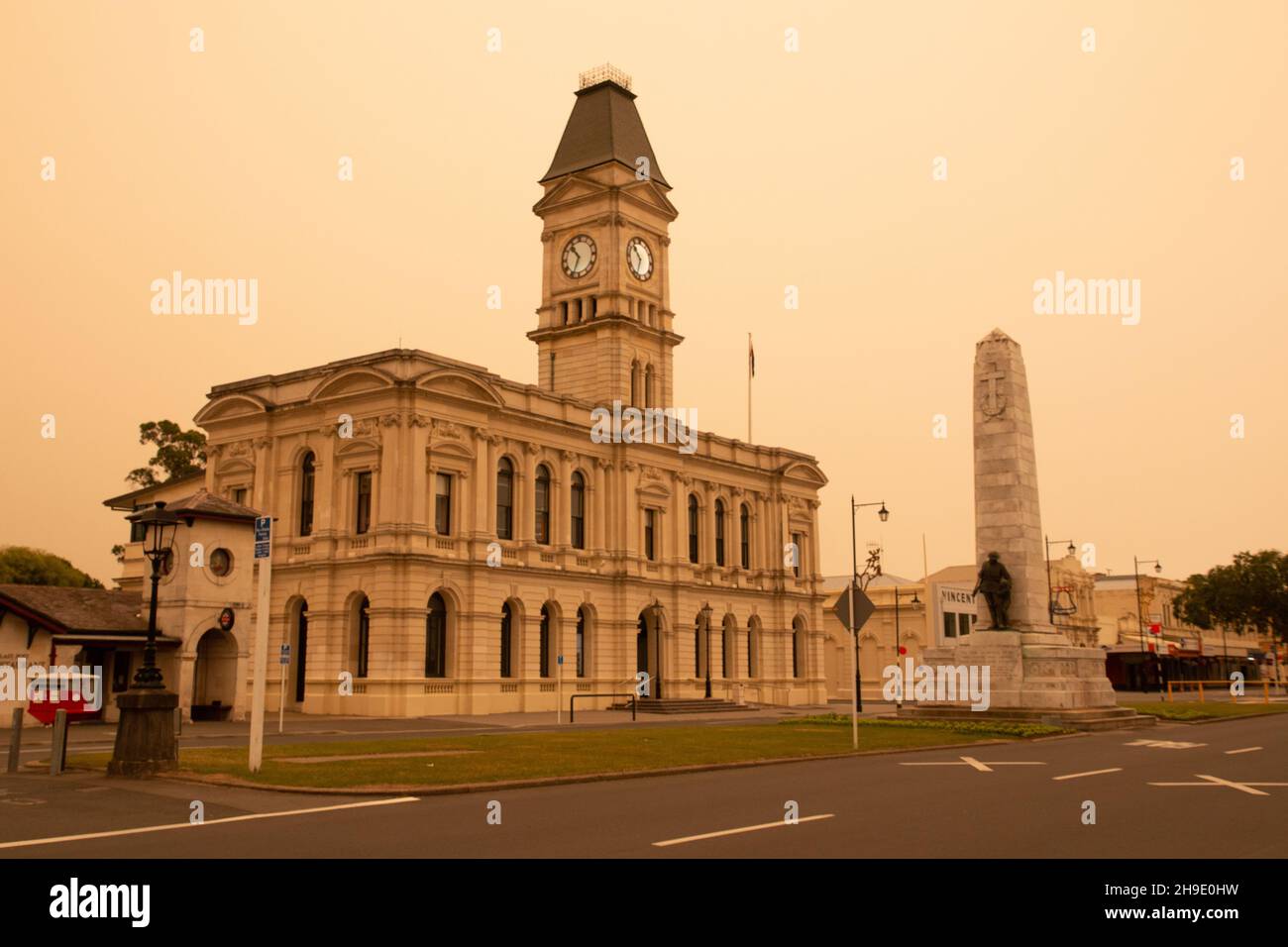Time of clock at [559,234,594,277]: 10:33
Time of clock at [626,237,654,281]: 10:33
